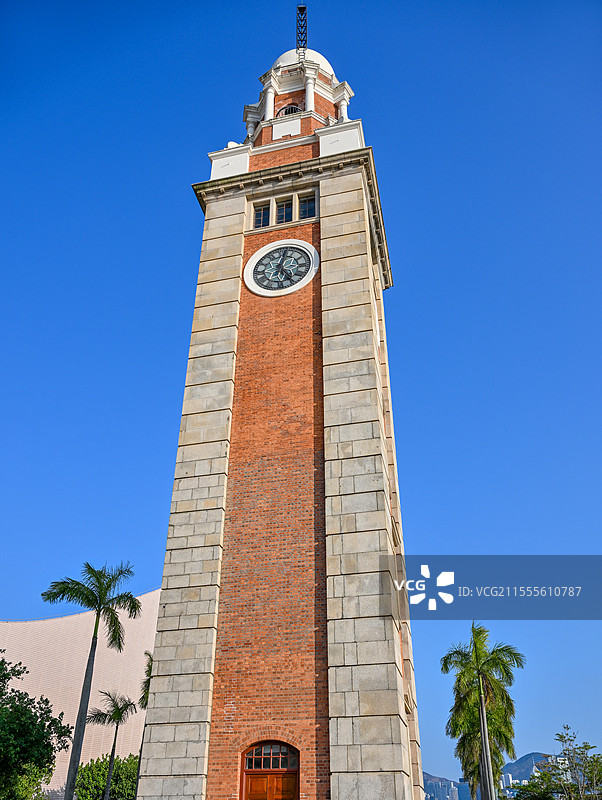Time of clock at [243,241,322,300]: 12:24
